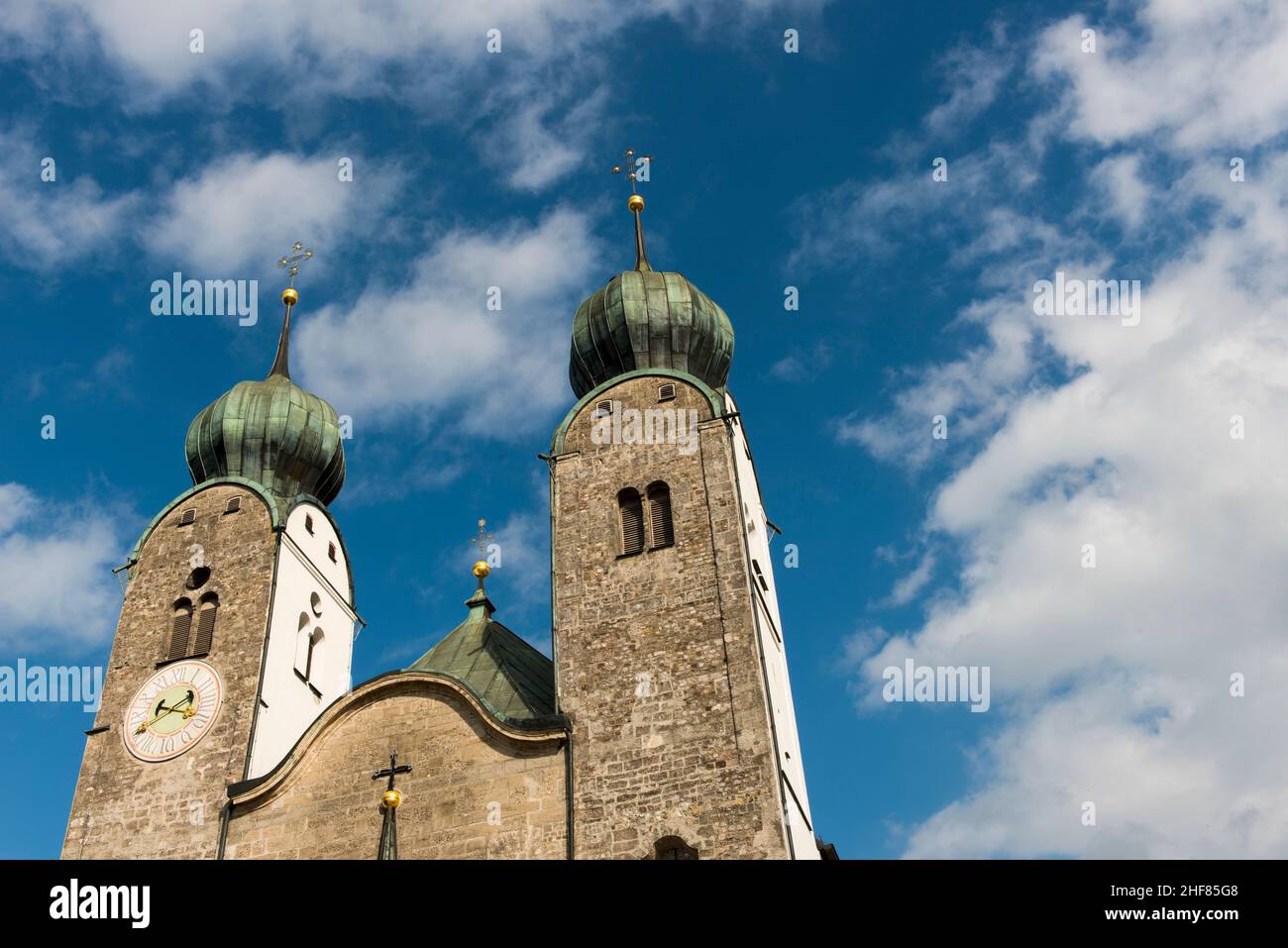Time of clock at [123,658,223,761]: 2:18
